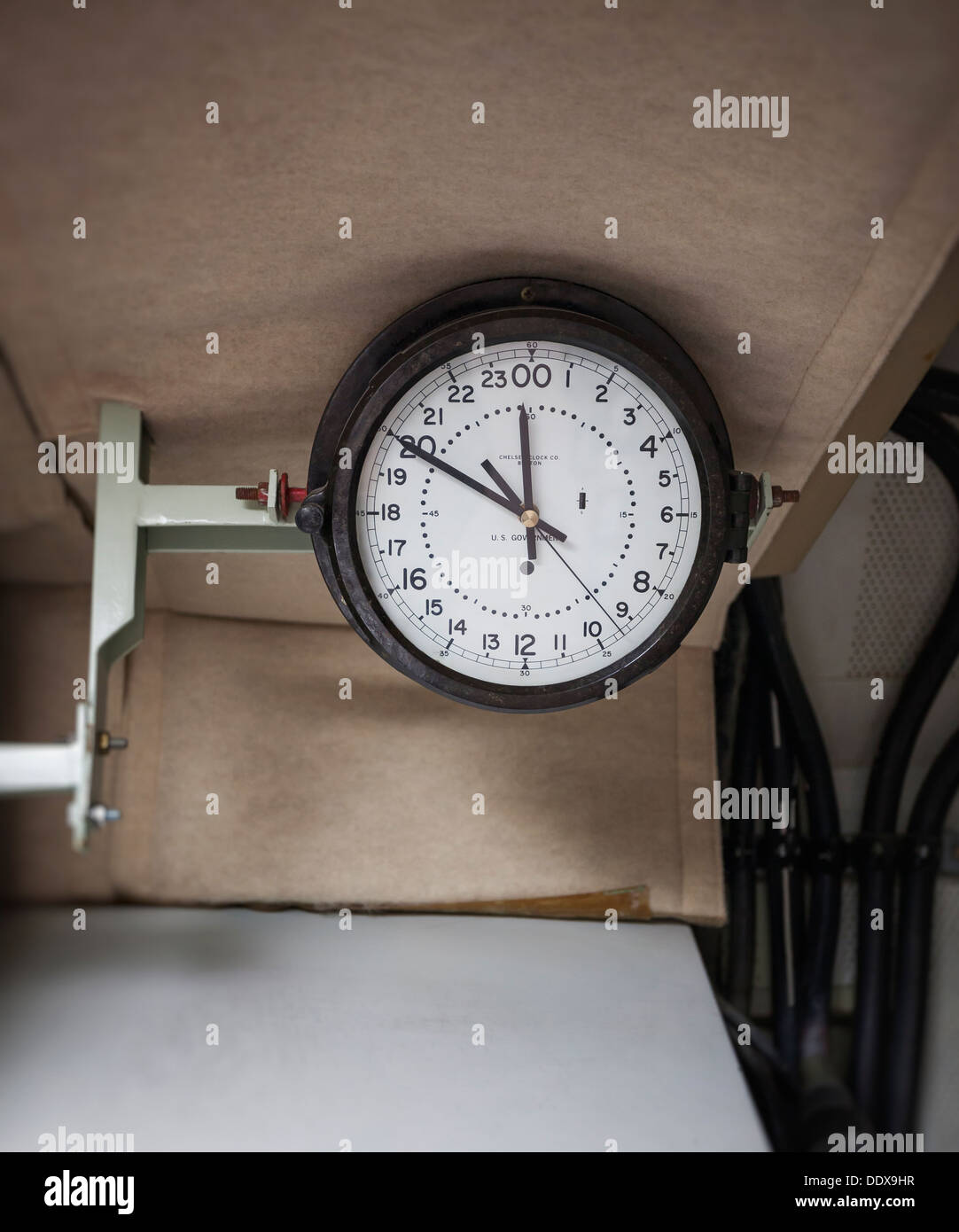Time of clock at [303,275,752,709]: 11:49
